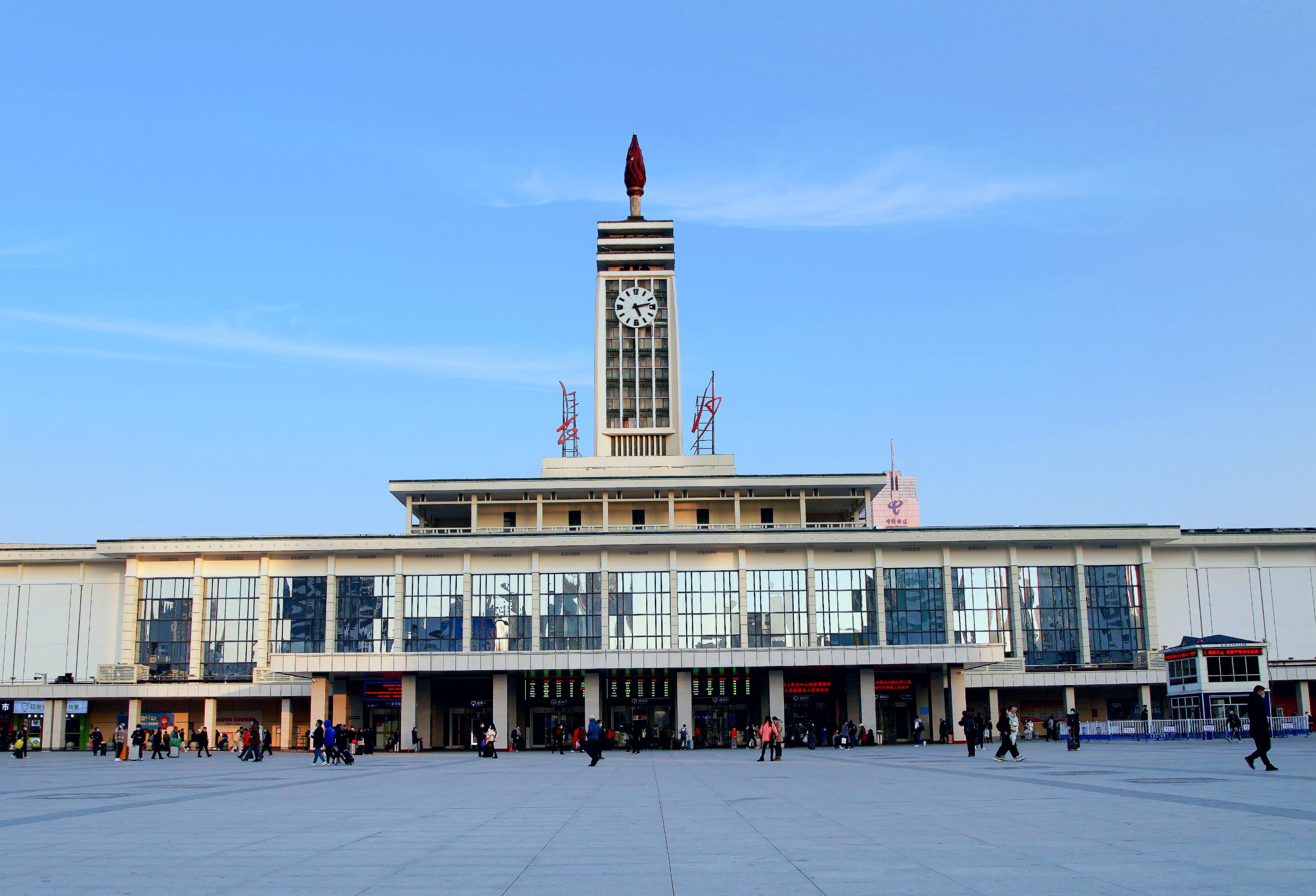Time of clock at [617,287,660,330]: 5:12
